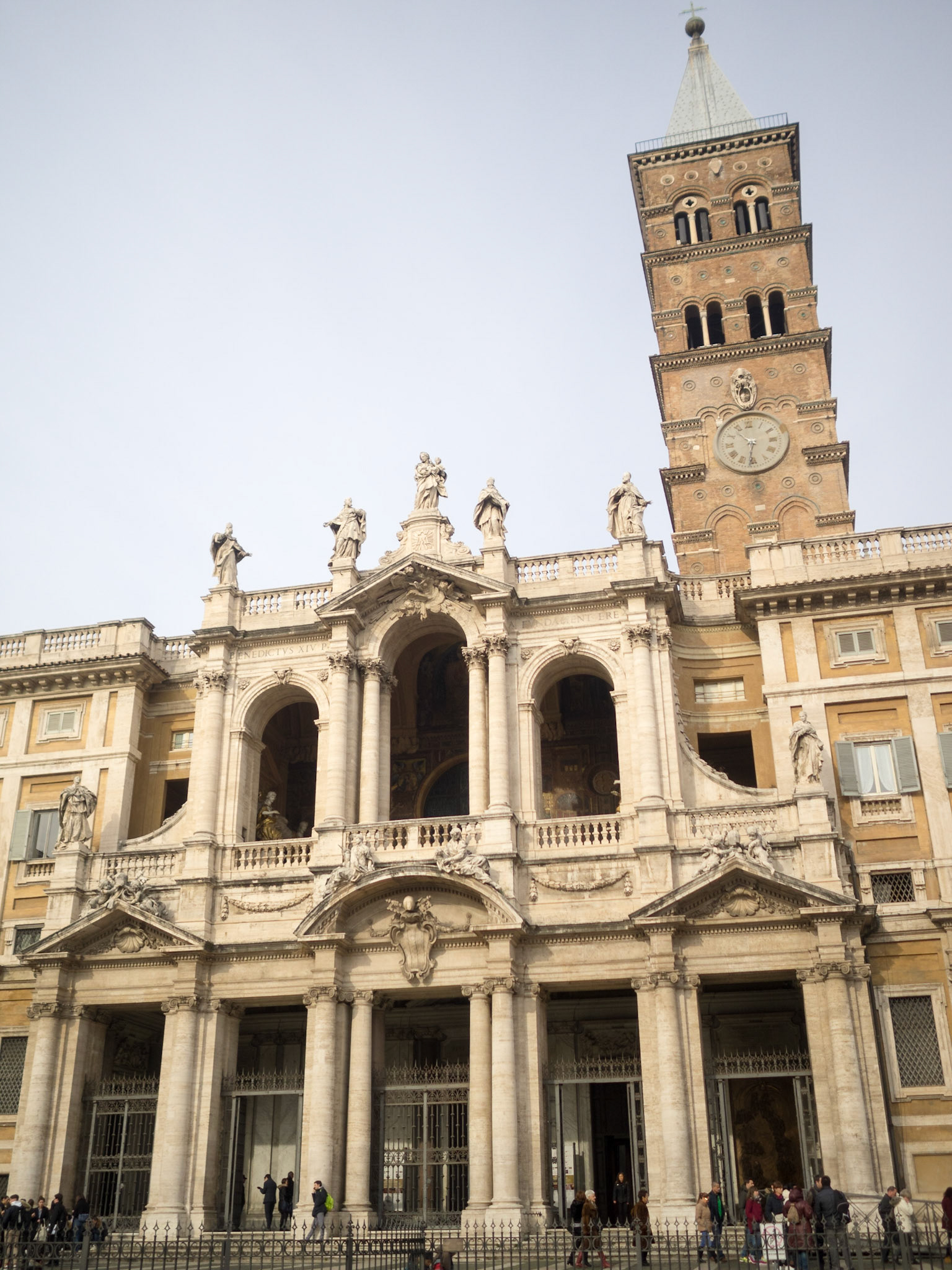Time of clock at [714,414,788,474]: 10:31
